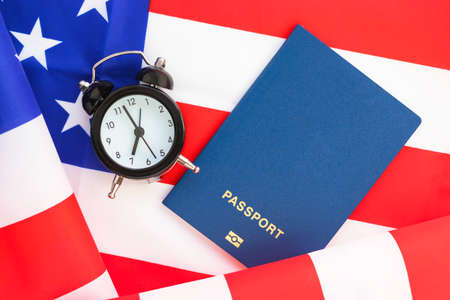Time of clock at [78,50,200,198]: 6:57
